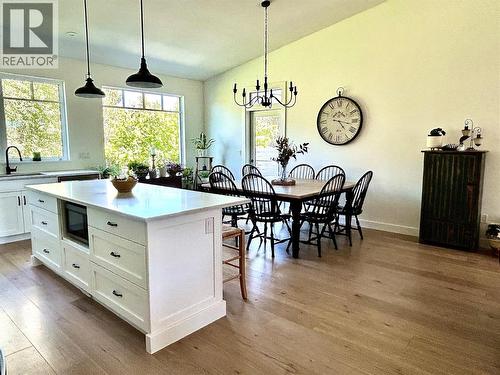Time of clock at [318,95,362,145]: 4:16
